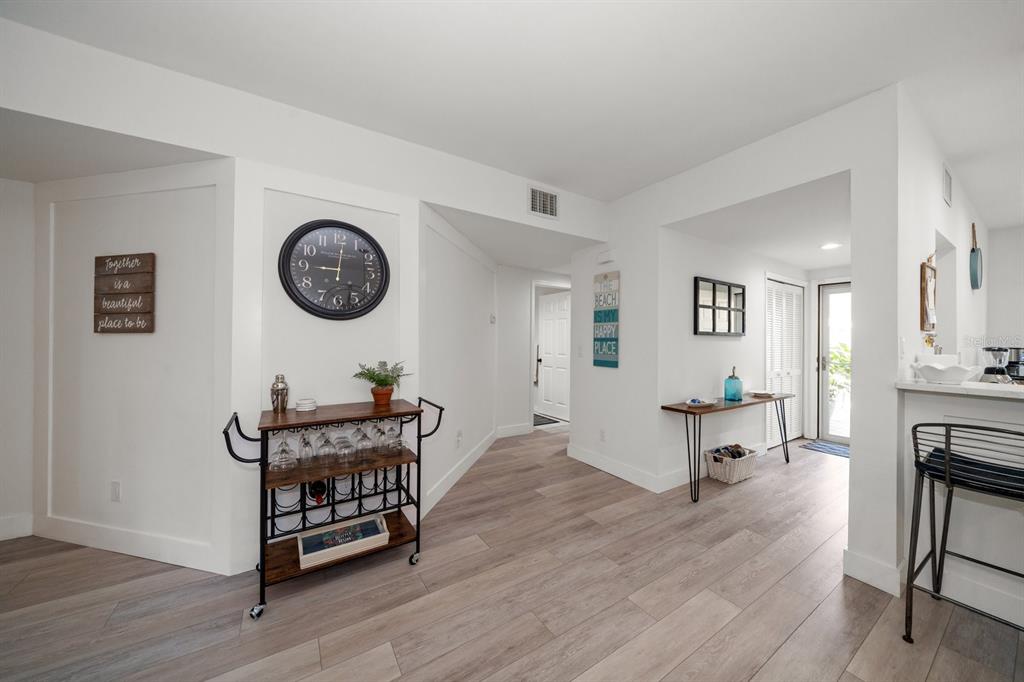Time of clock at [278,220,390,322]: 9:01
